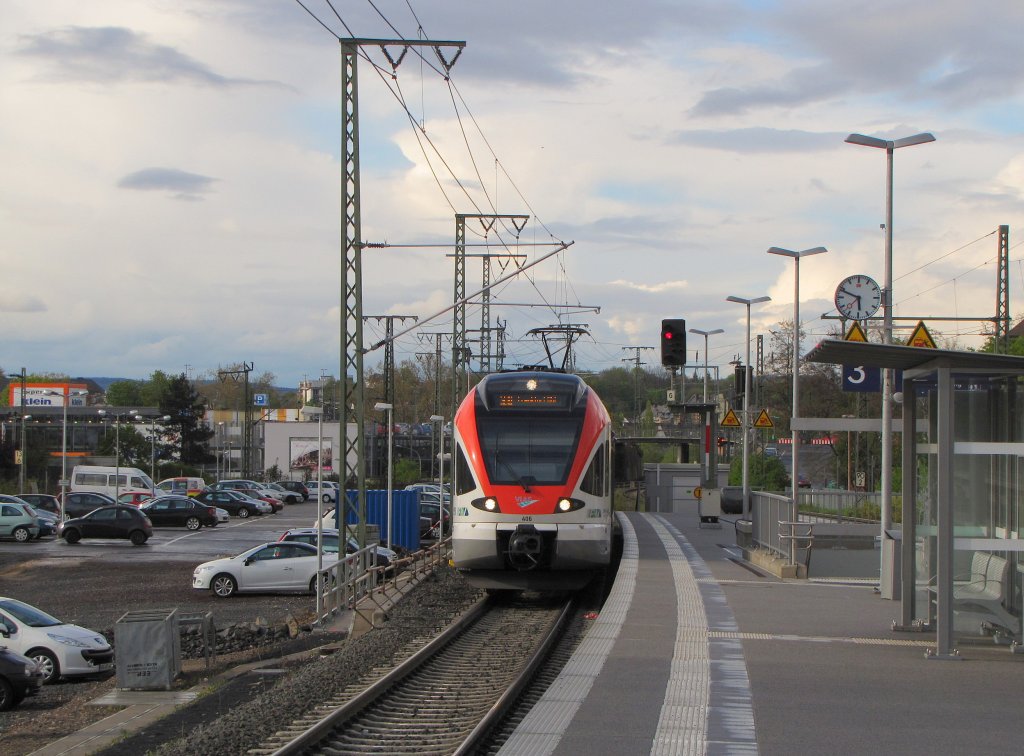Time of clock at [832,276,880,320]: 5:48
